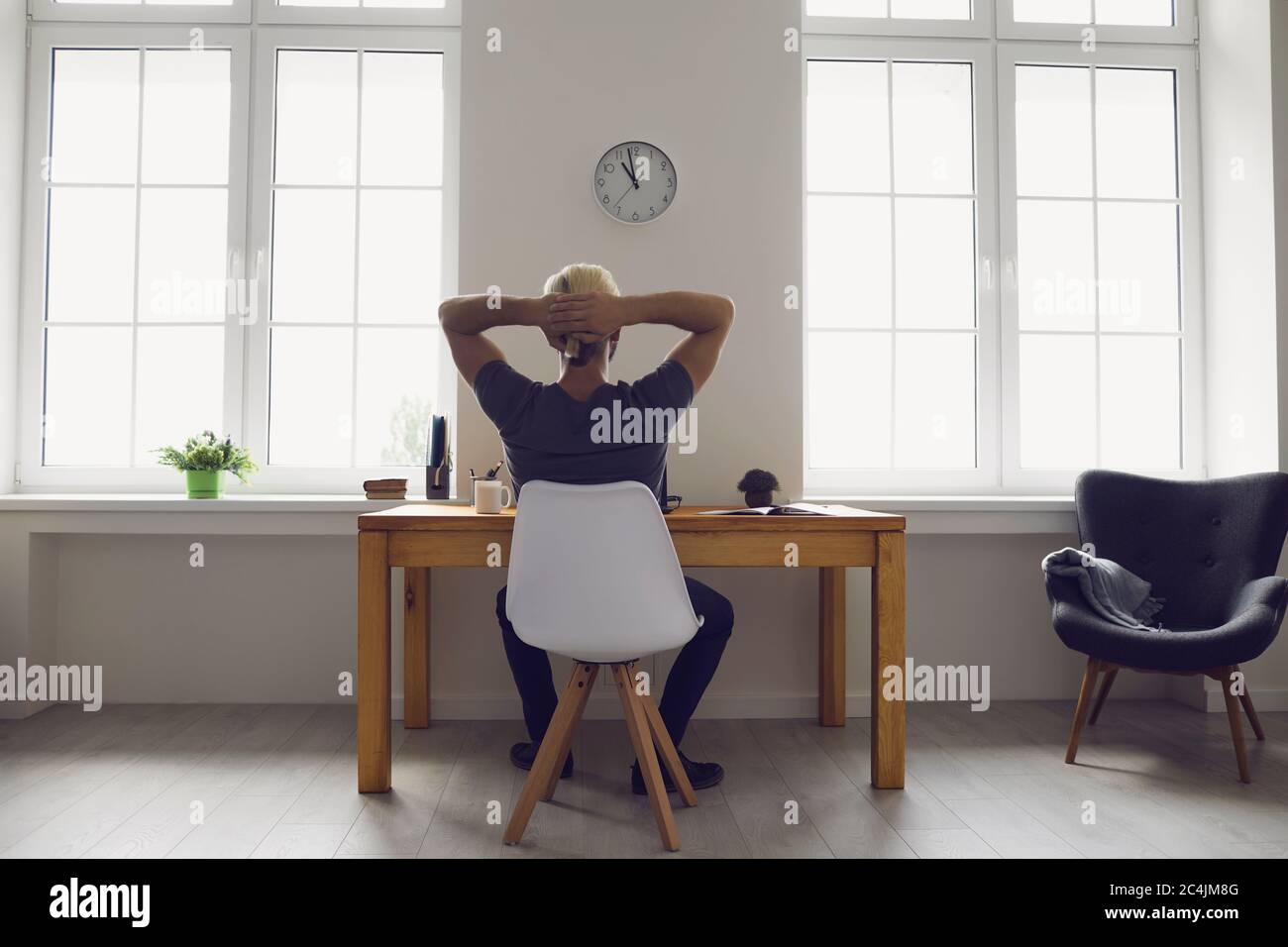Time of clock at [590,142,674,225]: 10:58
